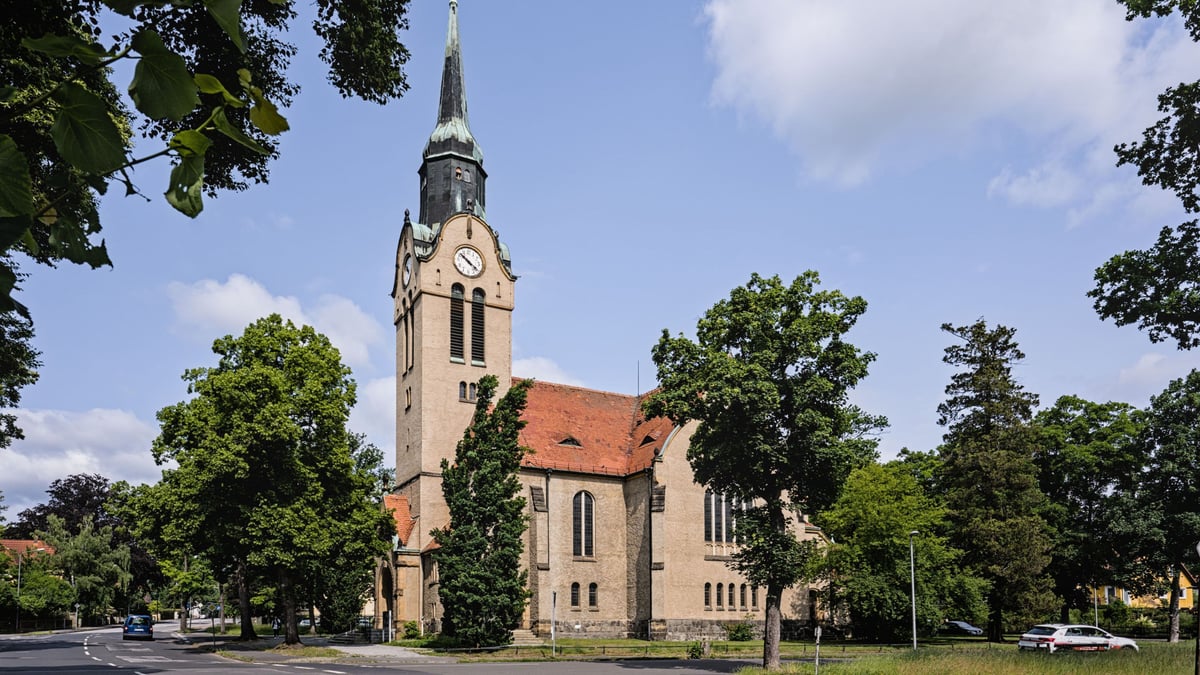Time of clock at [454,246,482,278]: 10:21
